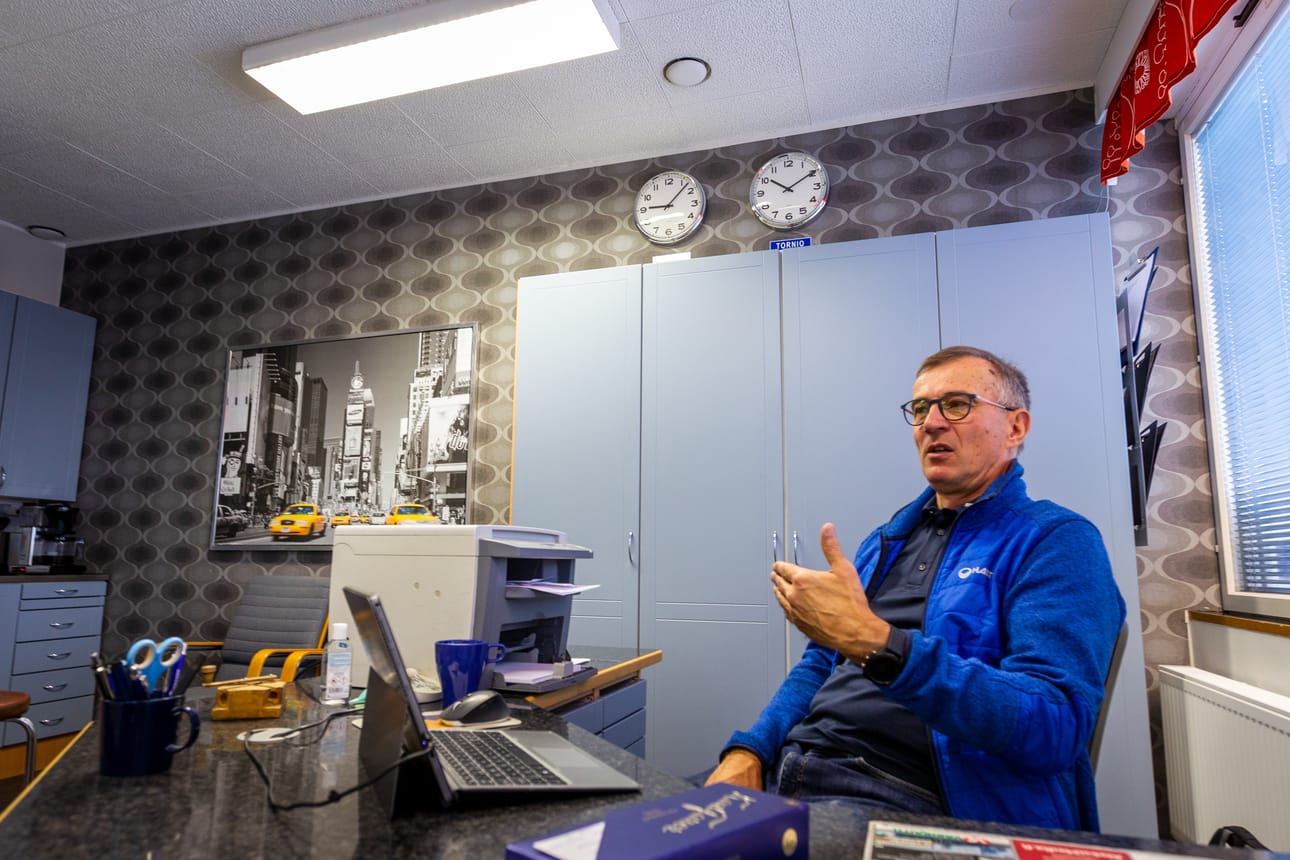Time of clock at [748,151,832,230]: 10:09
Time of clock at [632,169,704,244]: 9:07
